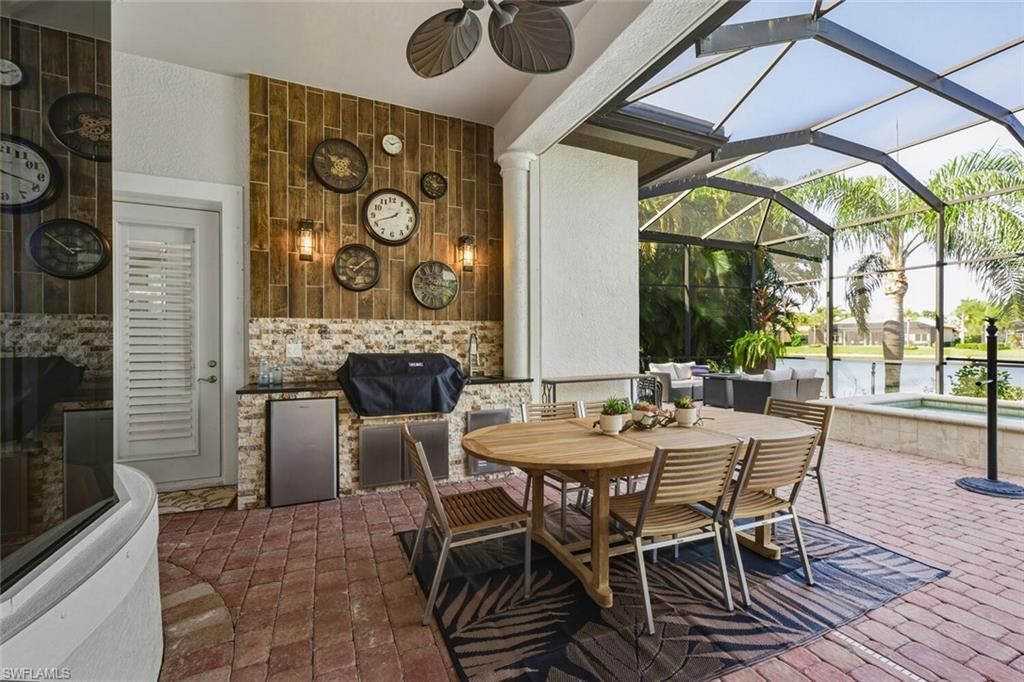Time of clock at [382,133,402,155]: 10:10
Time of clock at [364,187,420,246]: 1:41
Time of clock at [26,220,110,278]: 2:52
